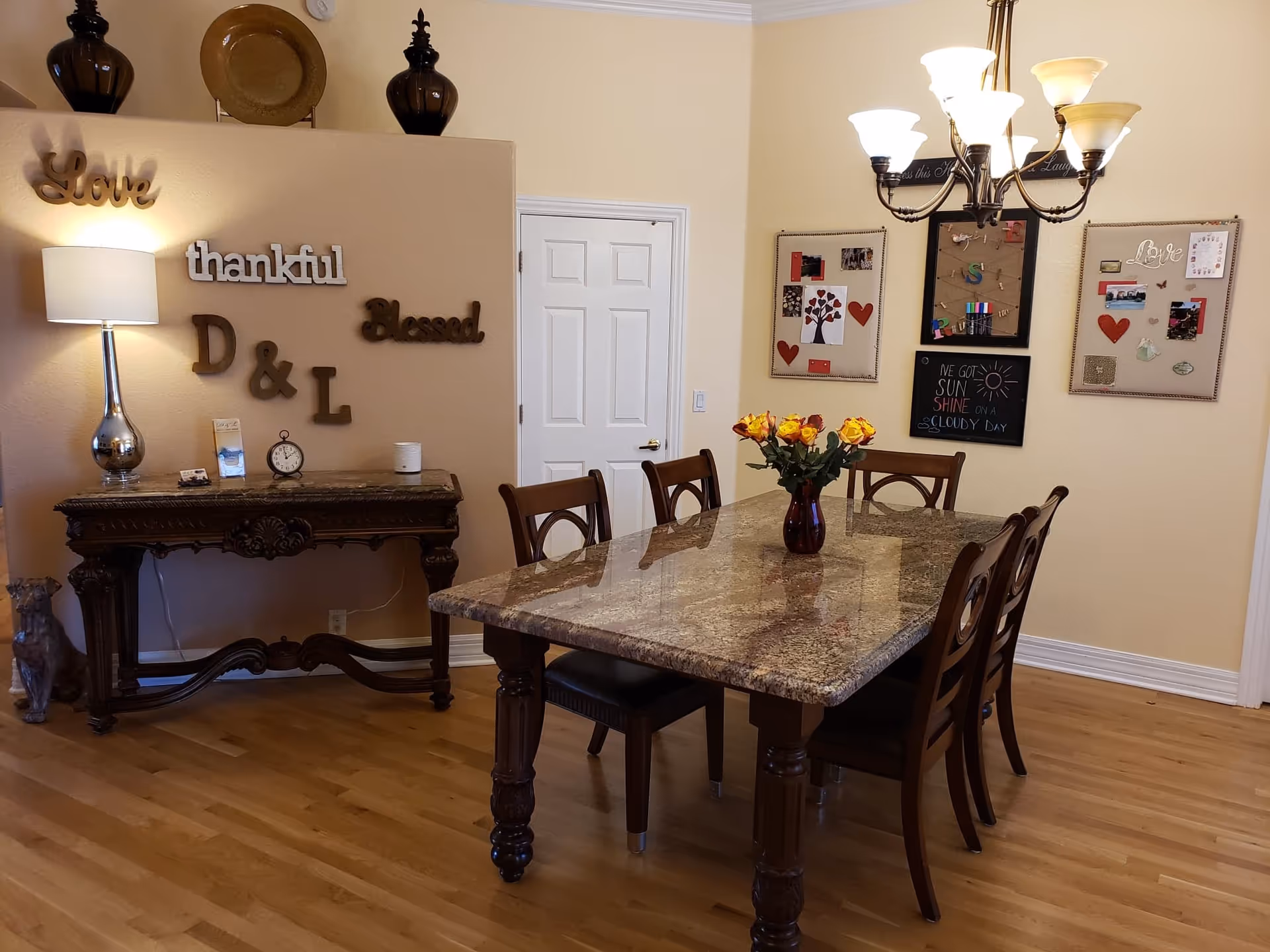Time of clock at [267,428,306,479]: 1:58
